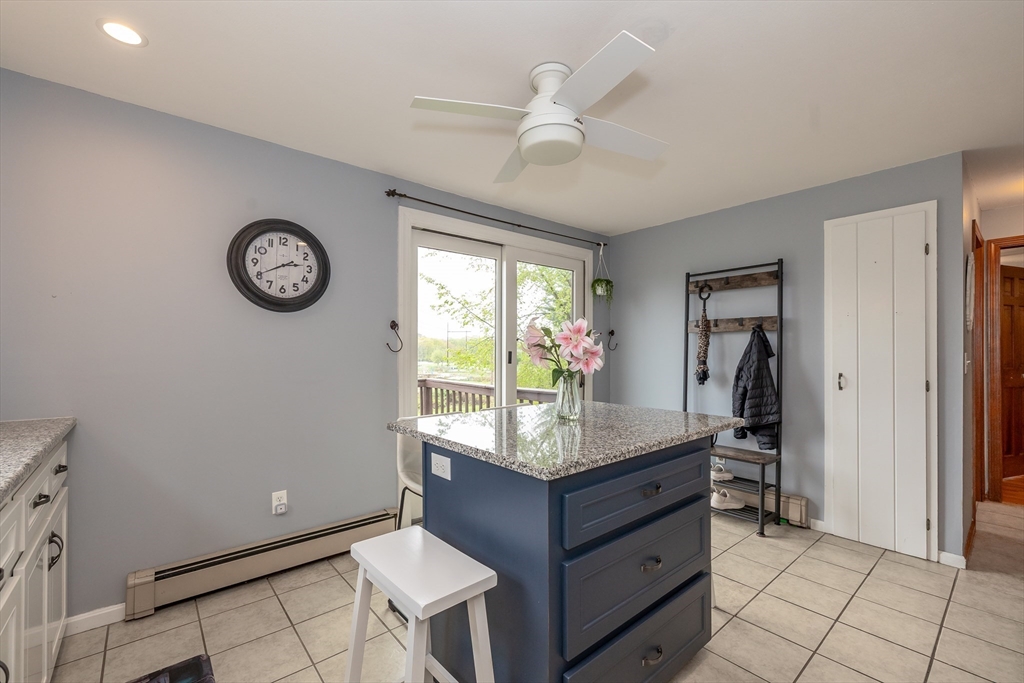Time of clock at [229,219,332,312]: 2:40
